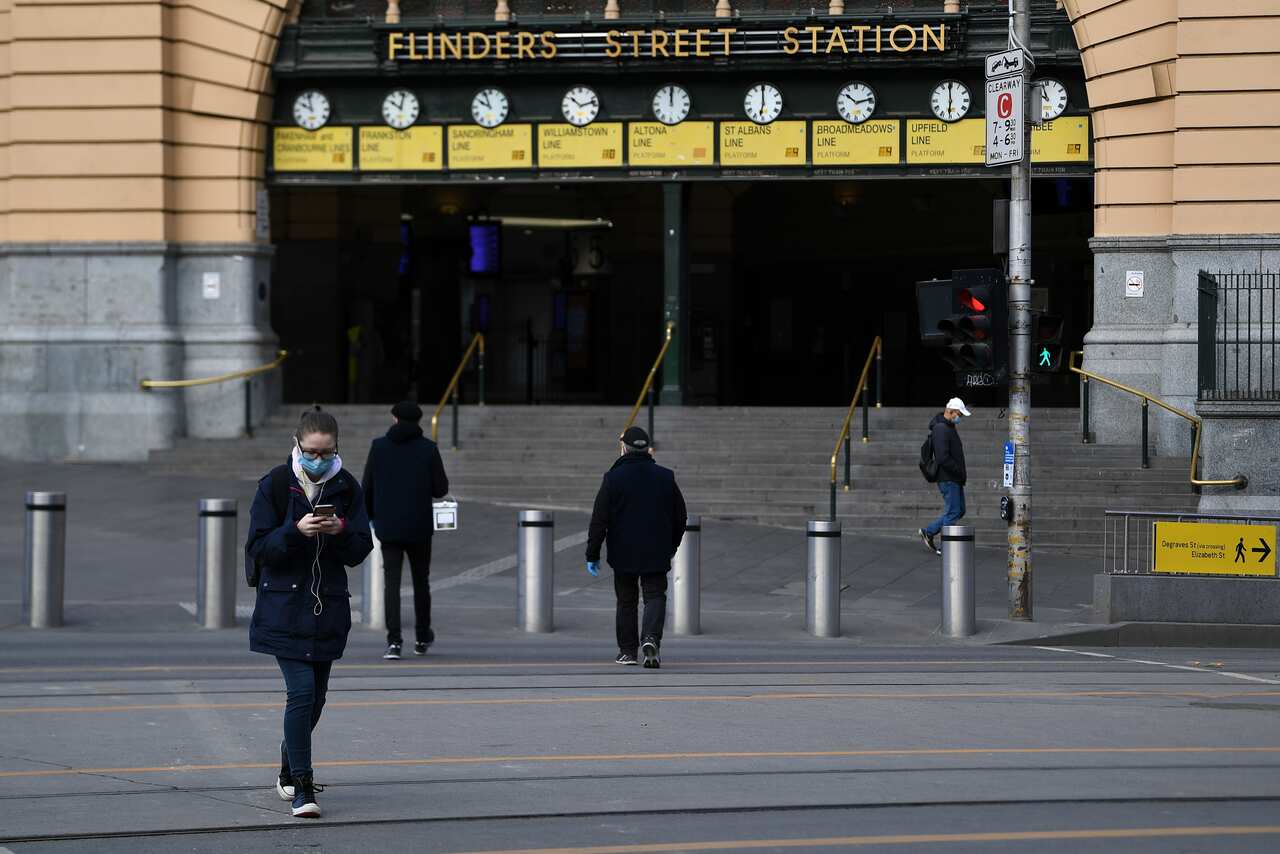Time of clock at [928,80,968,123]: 5:59
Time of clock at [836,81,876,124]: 10:13
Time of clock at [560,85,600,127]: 10:12
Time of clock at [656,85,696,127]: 12:00
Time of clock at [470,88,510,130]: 9:56
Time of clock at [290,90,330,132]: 9:57
